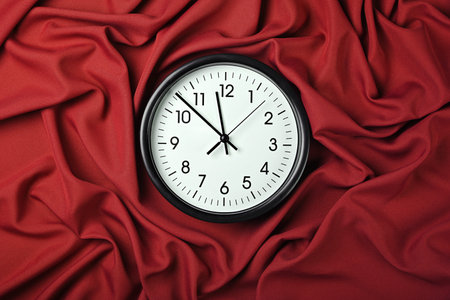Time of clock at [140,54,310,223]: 11:52
